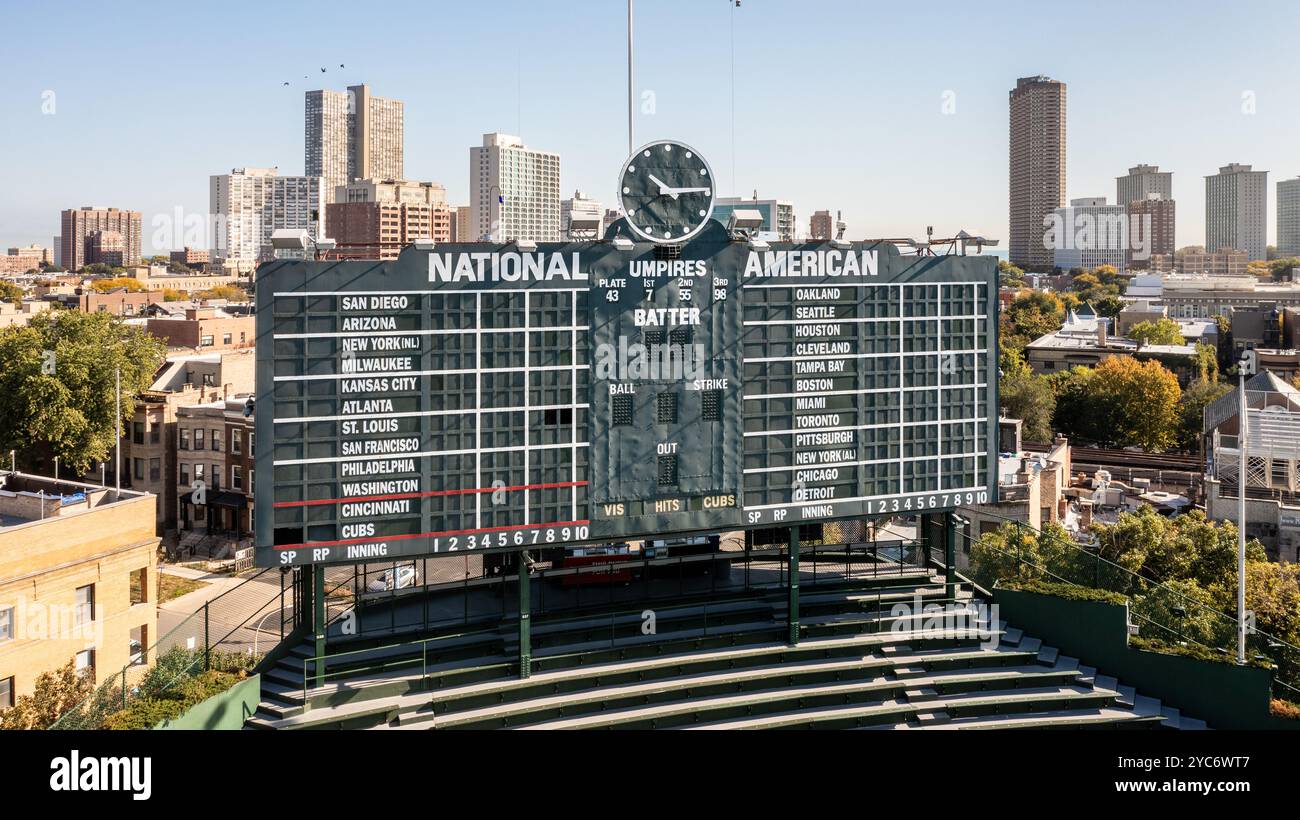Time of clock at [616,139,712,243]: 10:14
